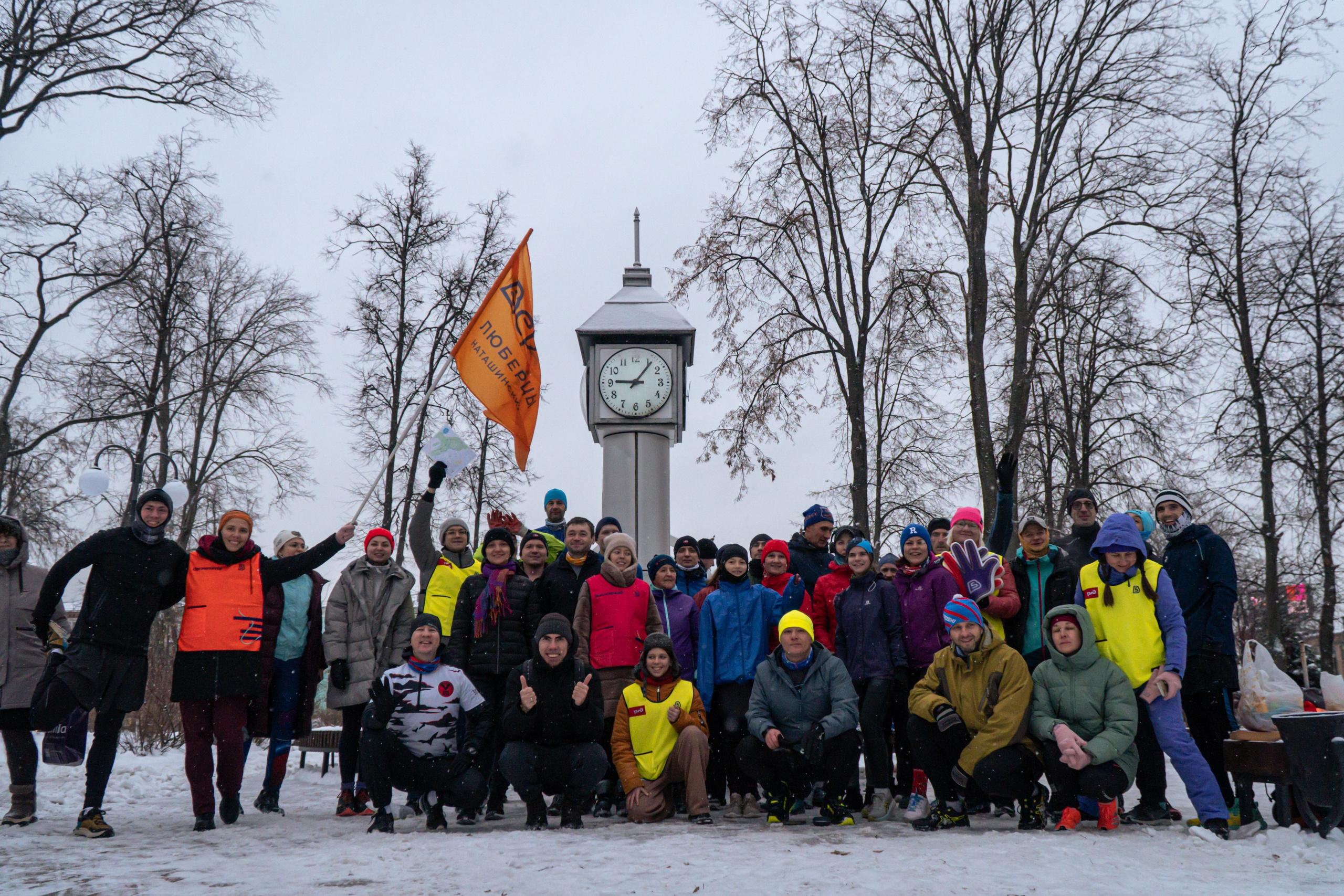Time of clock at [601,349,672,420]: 9:06
